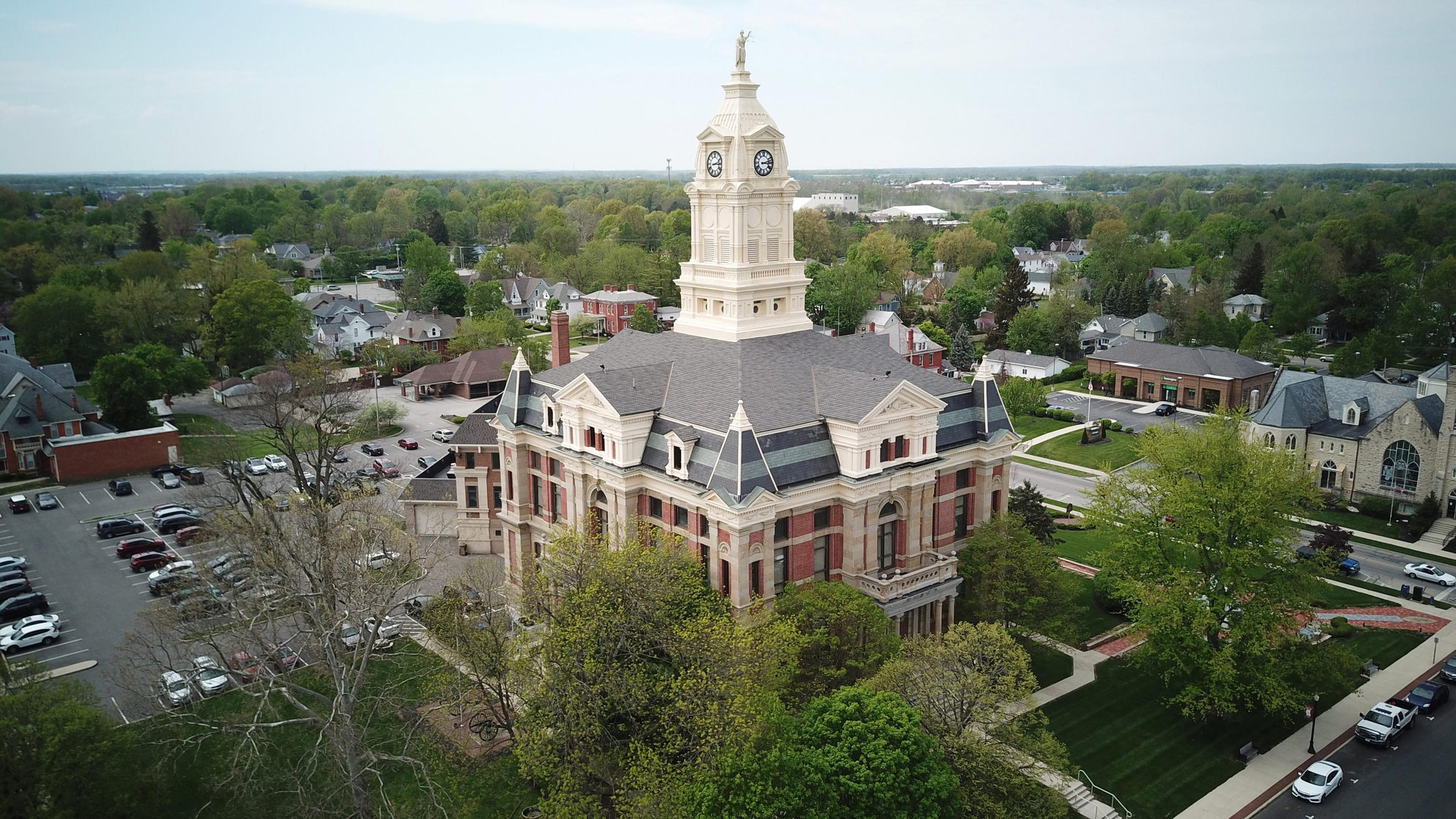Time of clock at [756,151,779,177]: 3:12
